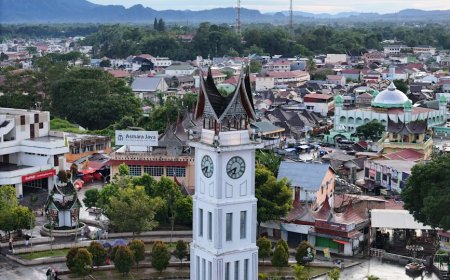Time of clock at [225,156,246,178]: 6:41
